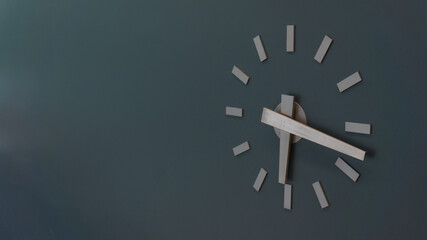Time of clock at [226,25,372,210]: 6:18
